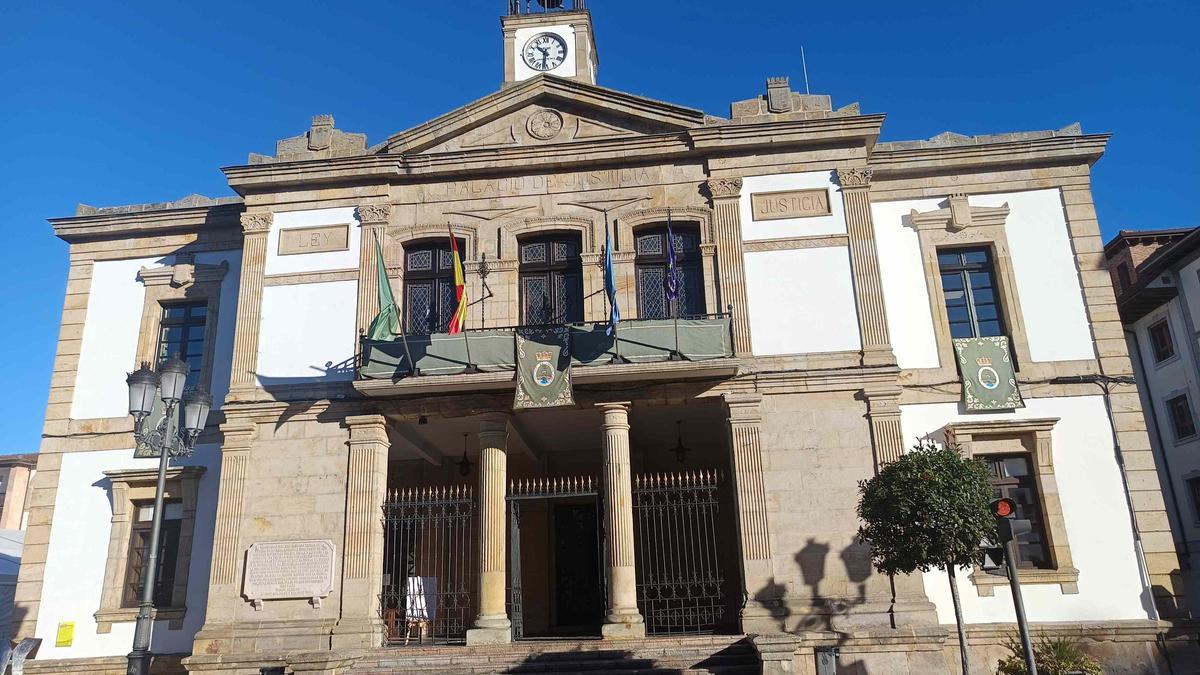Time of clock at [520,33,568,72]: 10:31
